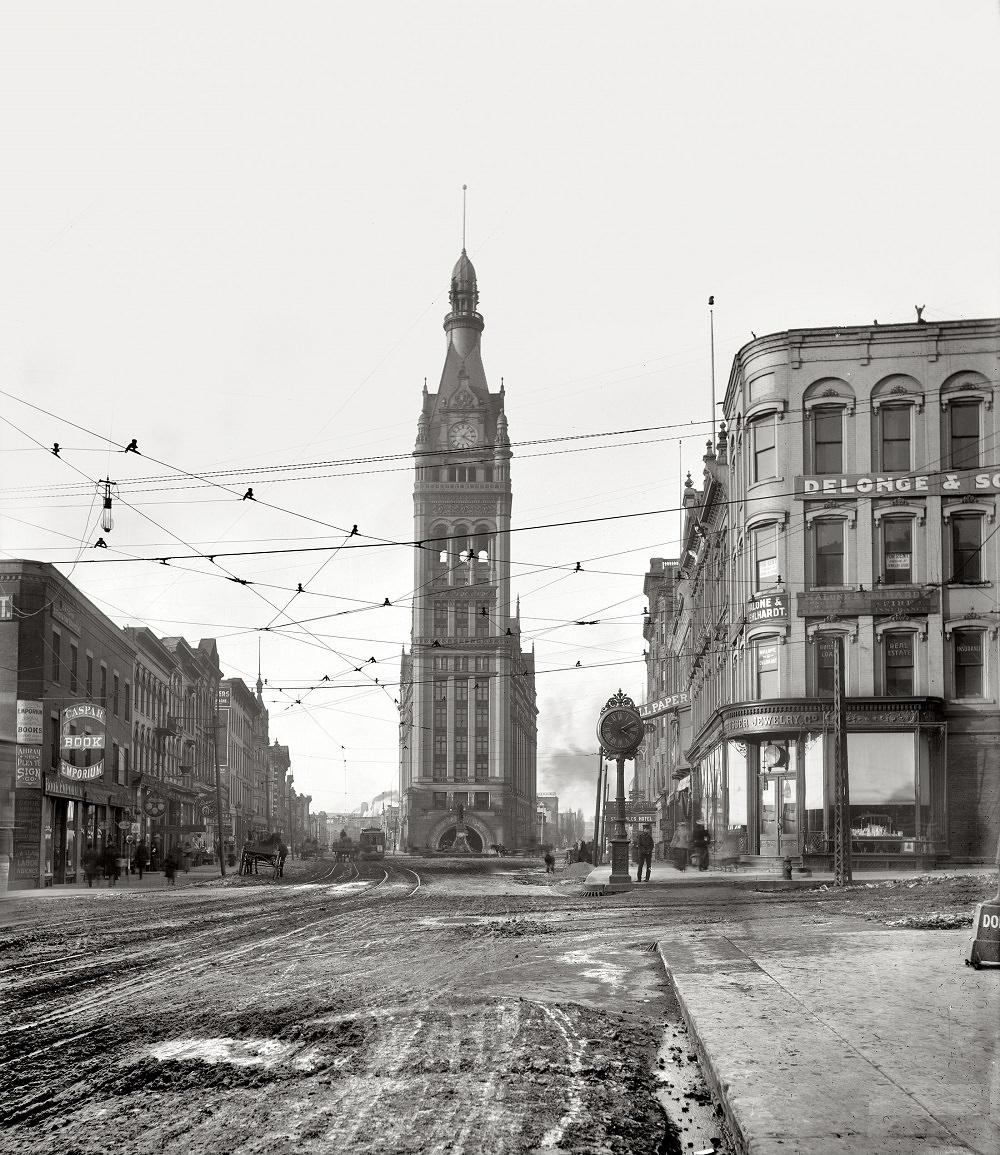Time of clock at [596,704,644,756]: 4:09
